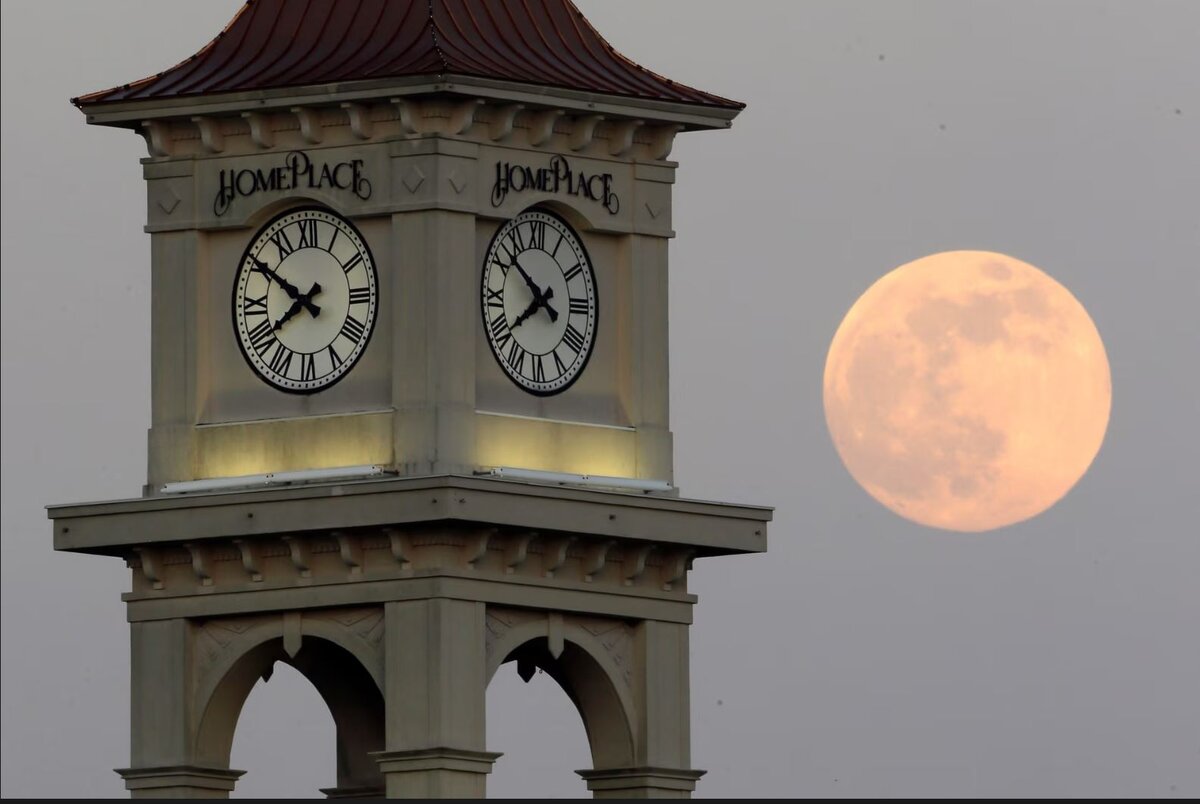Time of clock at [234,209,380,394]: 7:50
